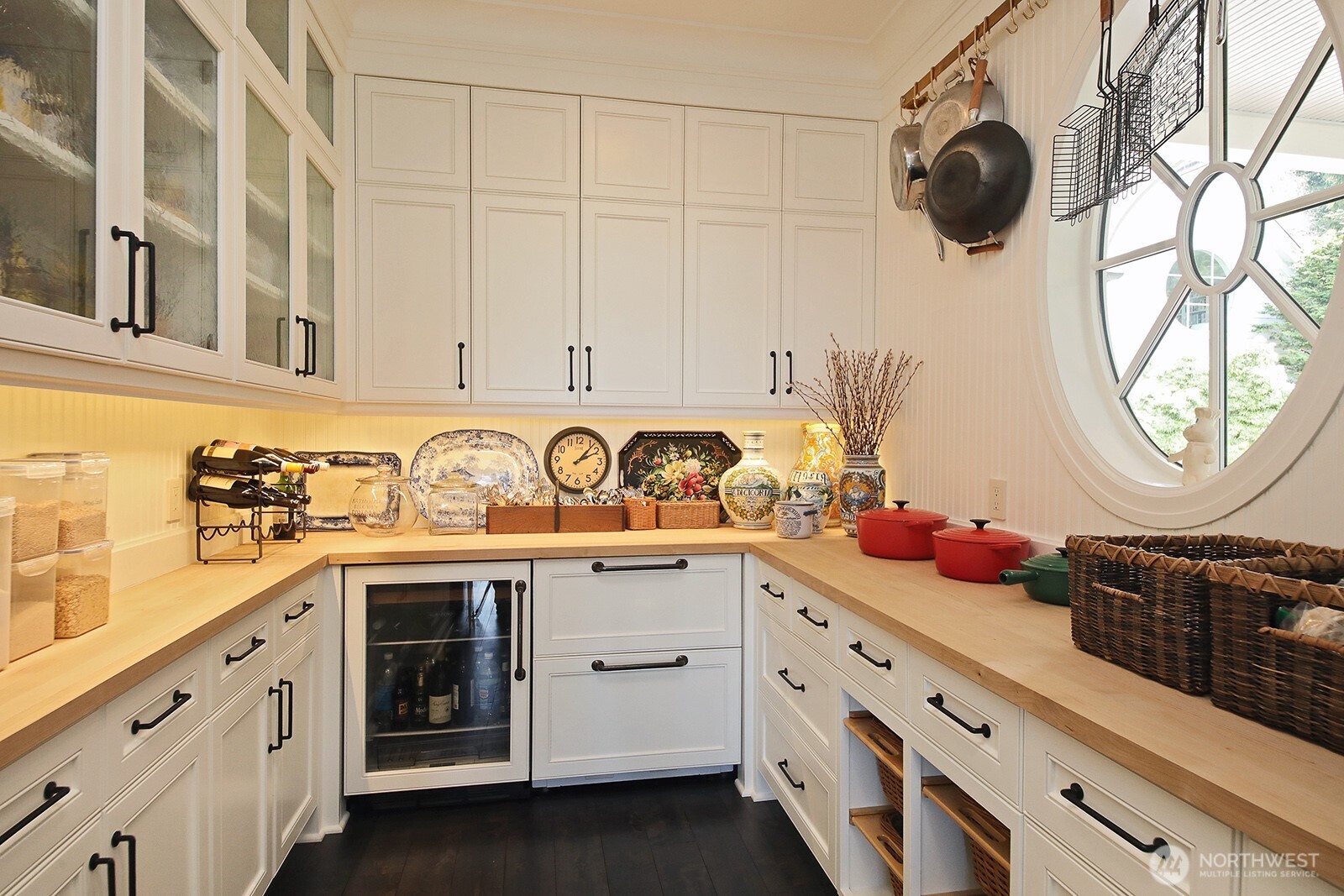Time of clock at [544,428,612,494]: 2:06
